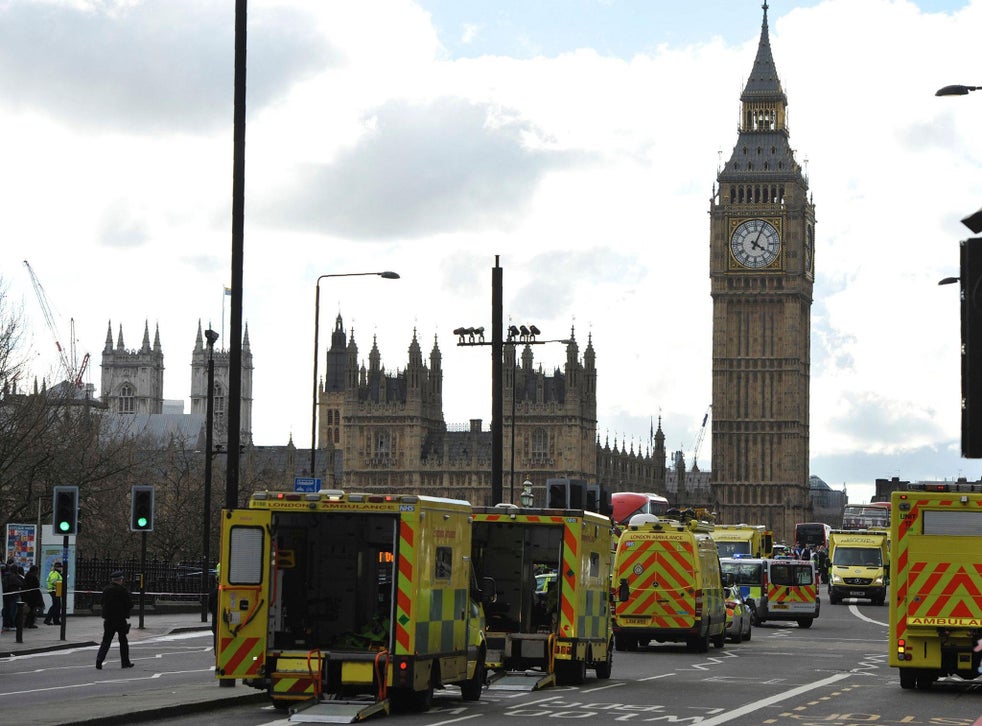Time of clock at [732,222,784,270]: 4:04
